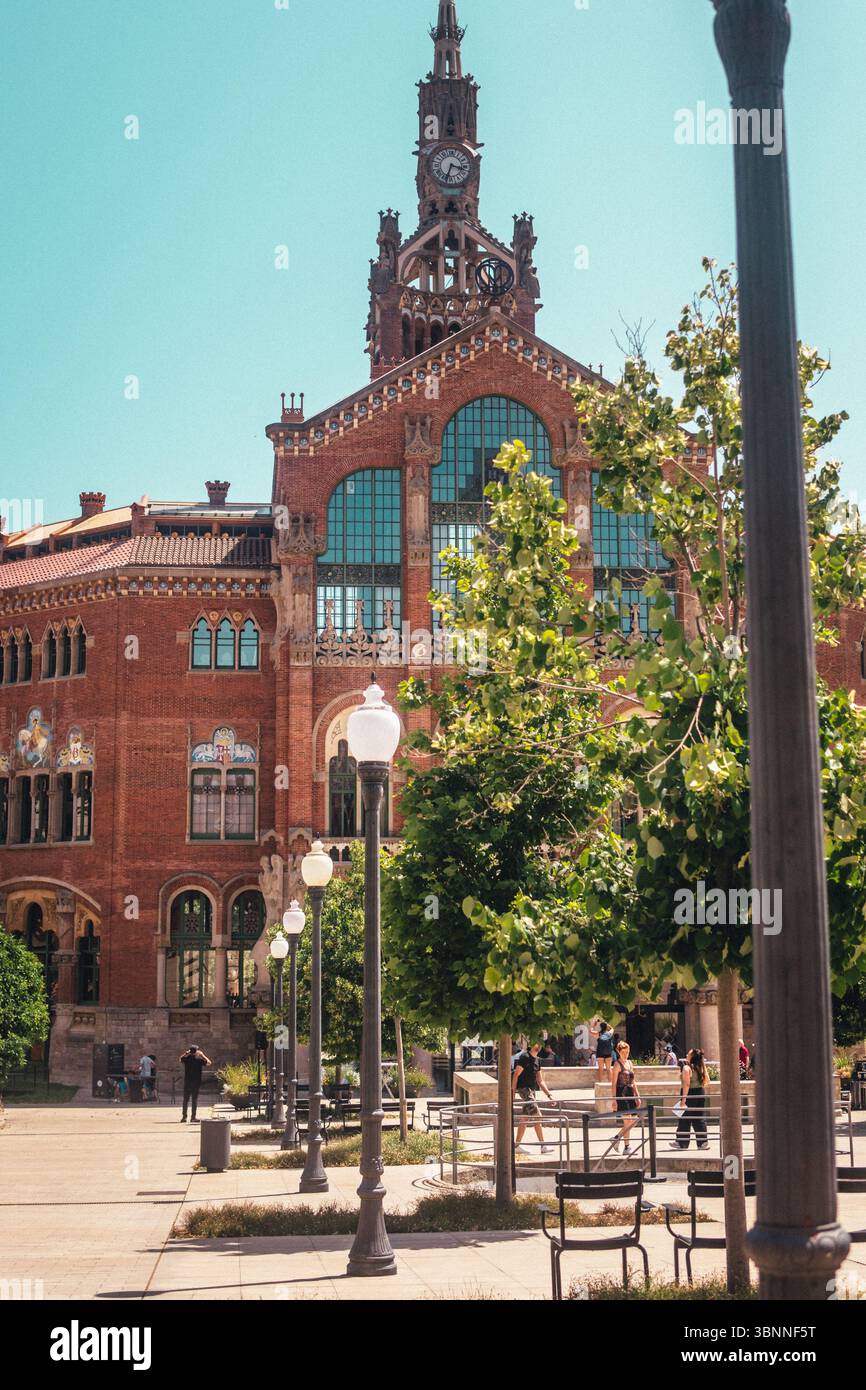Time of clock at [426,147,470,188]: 3:33
